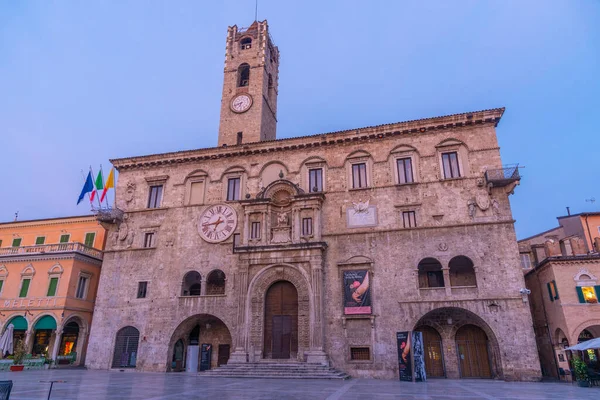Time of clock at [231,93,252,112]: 6:41
